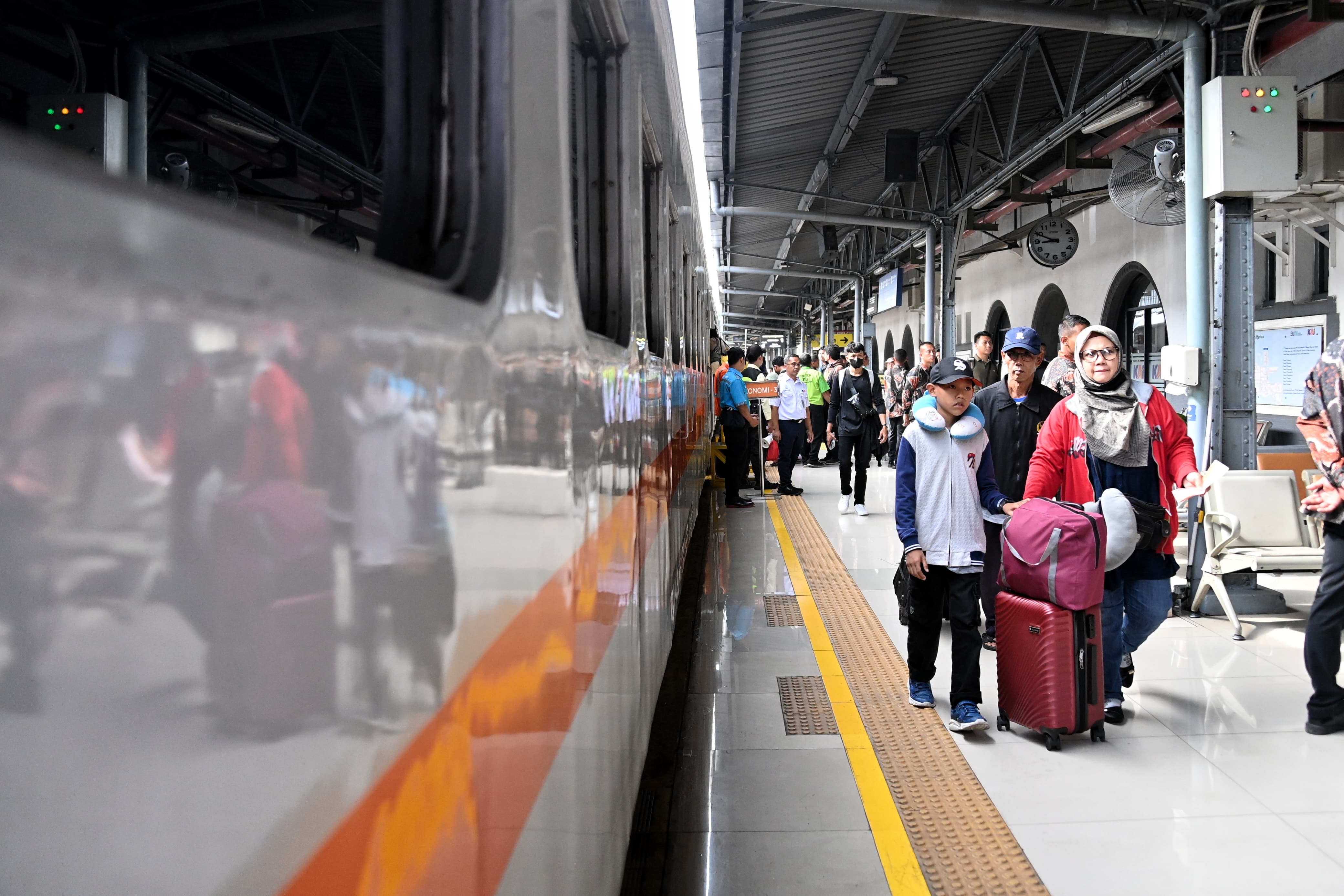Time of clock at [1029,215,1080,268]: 8:49
